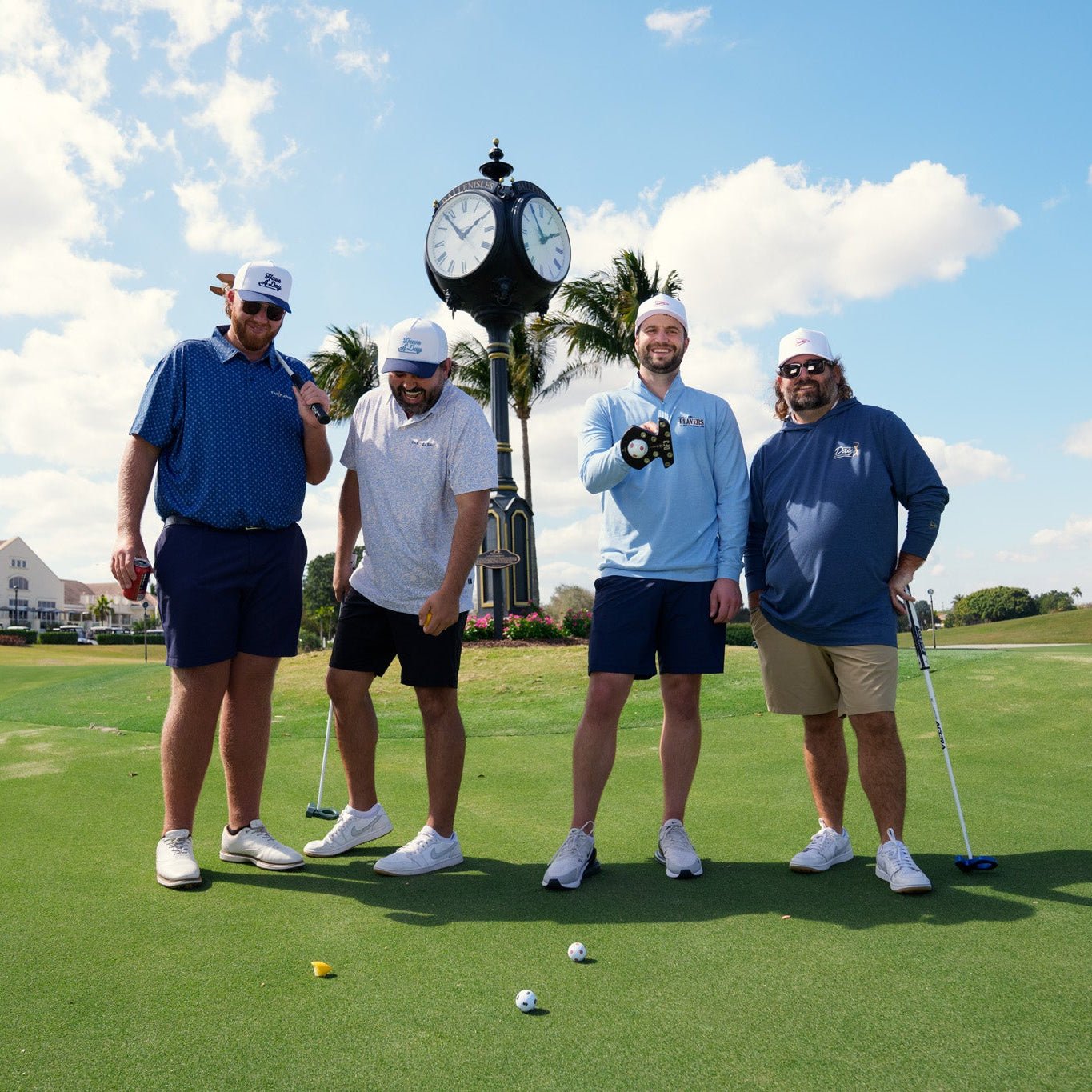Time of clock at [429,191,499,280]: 1:53
